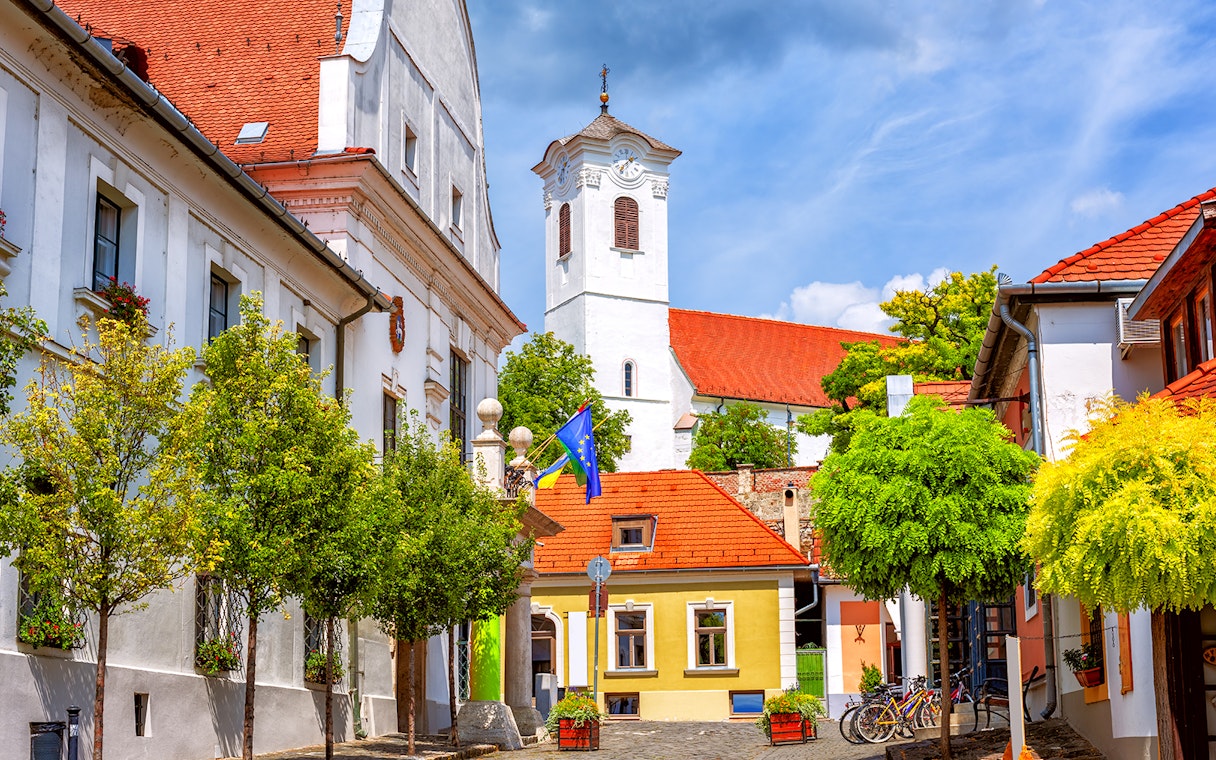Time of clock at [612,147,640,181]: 1:36
